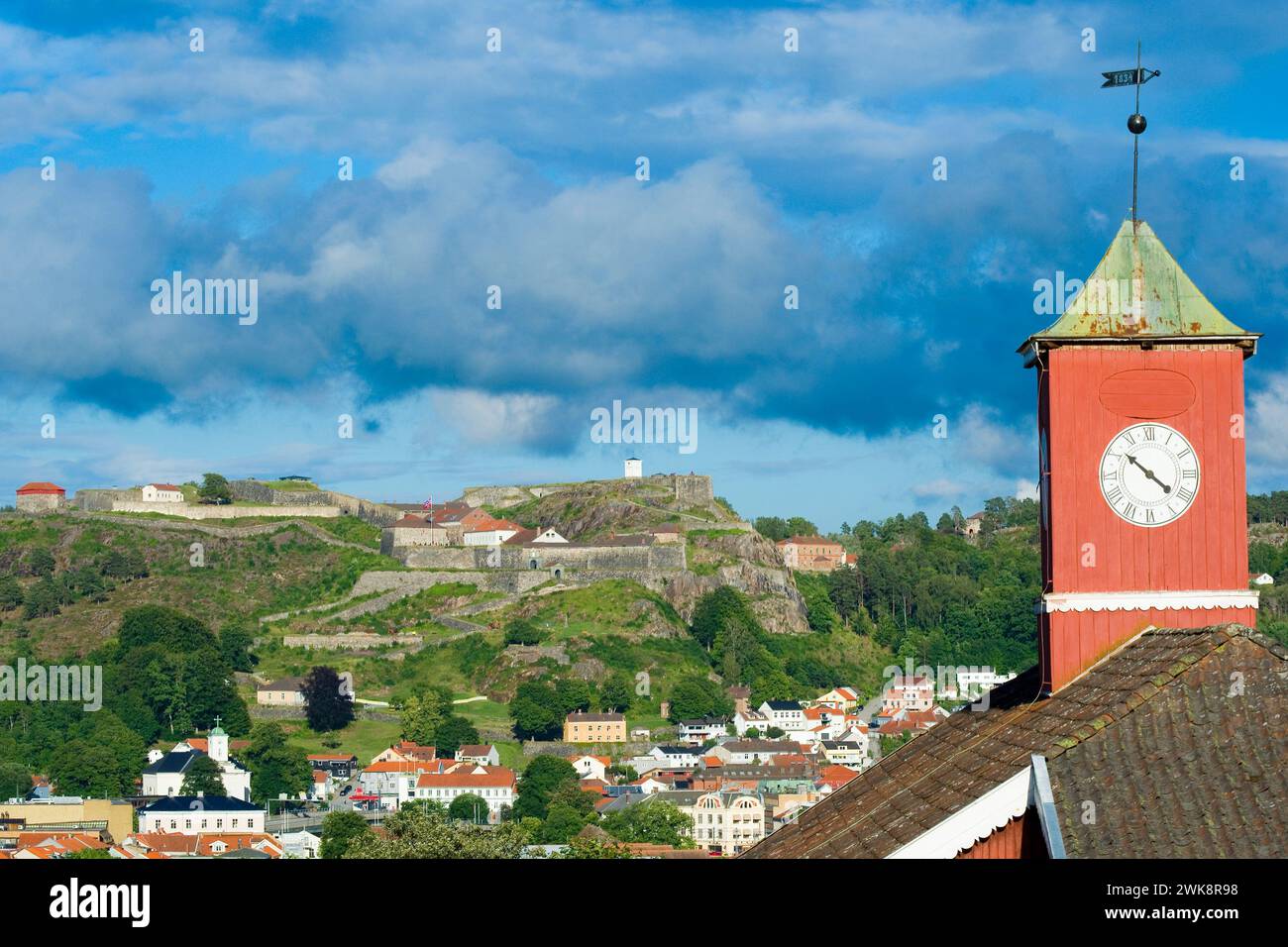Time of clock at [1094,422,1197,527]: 10:21
